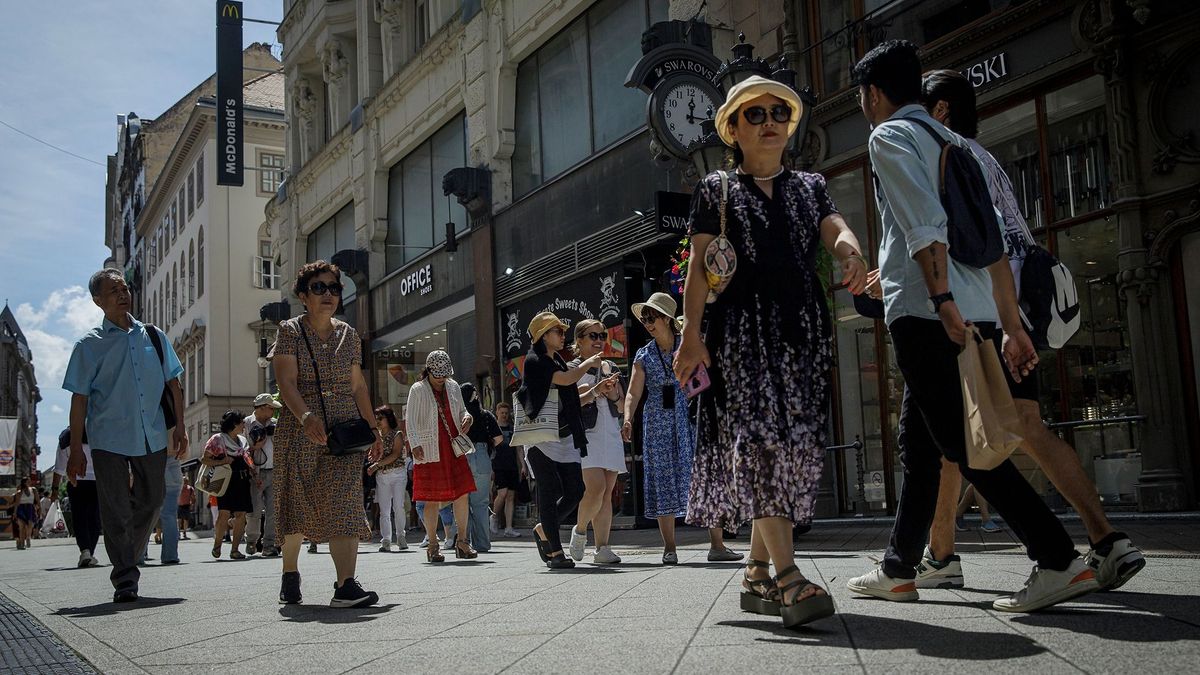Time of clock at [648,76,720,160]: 12:14
